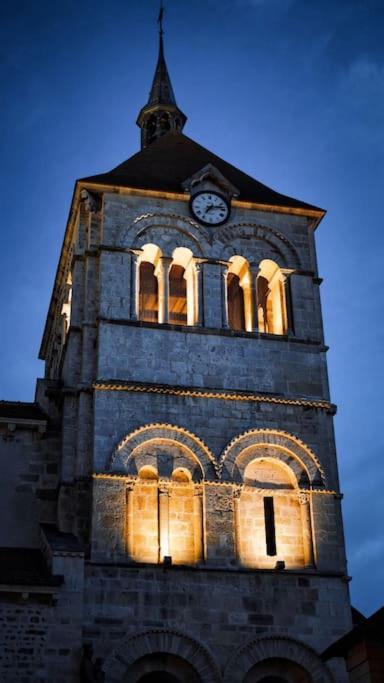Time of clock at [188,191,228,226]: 7:12
